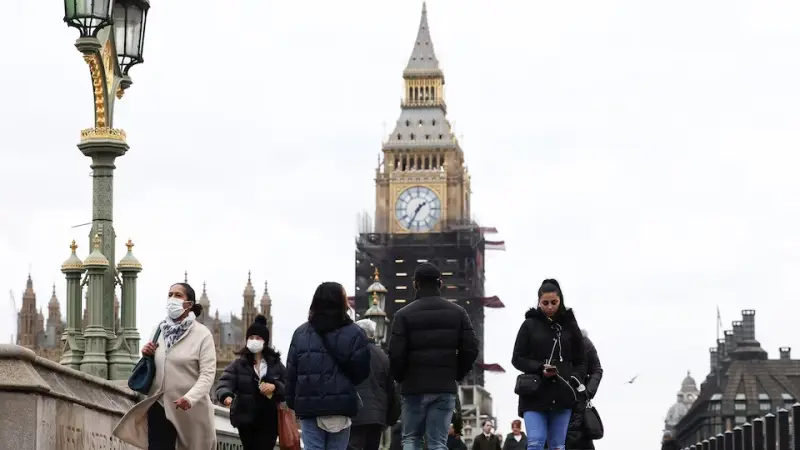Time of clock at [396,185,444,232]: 1:34
